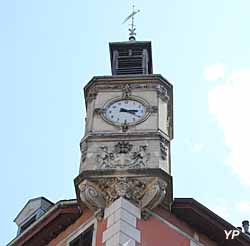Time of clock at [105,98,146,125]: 3:21
